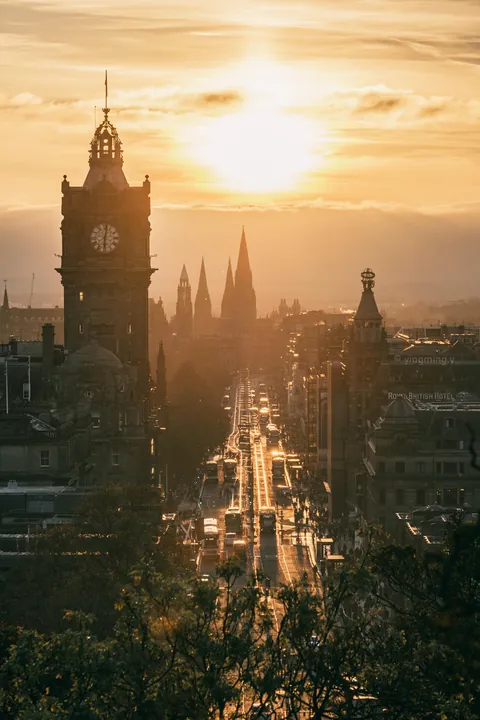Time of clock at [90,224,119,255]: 6:01
